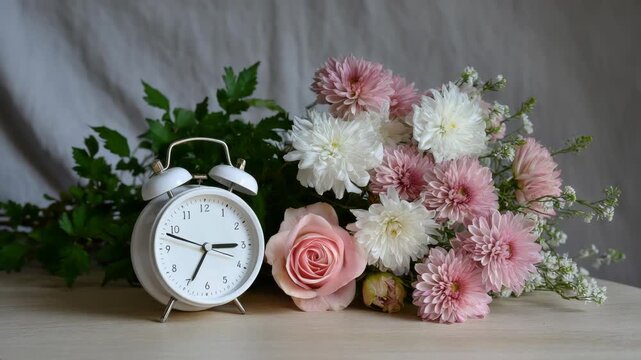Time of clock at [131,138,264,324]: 2:48
